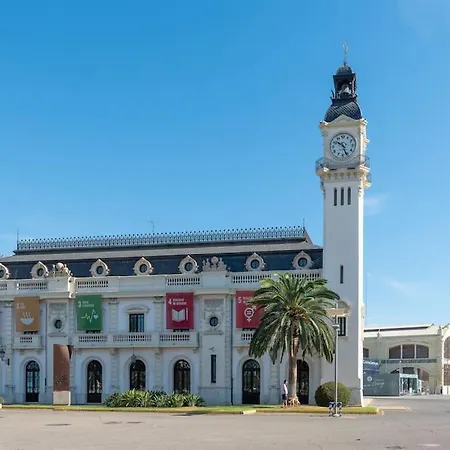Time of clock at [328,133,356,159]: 10:26
